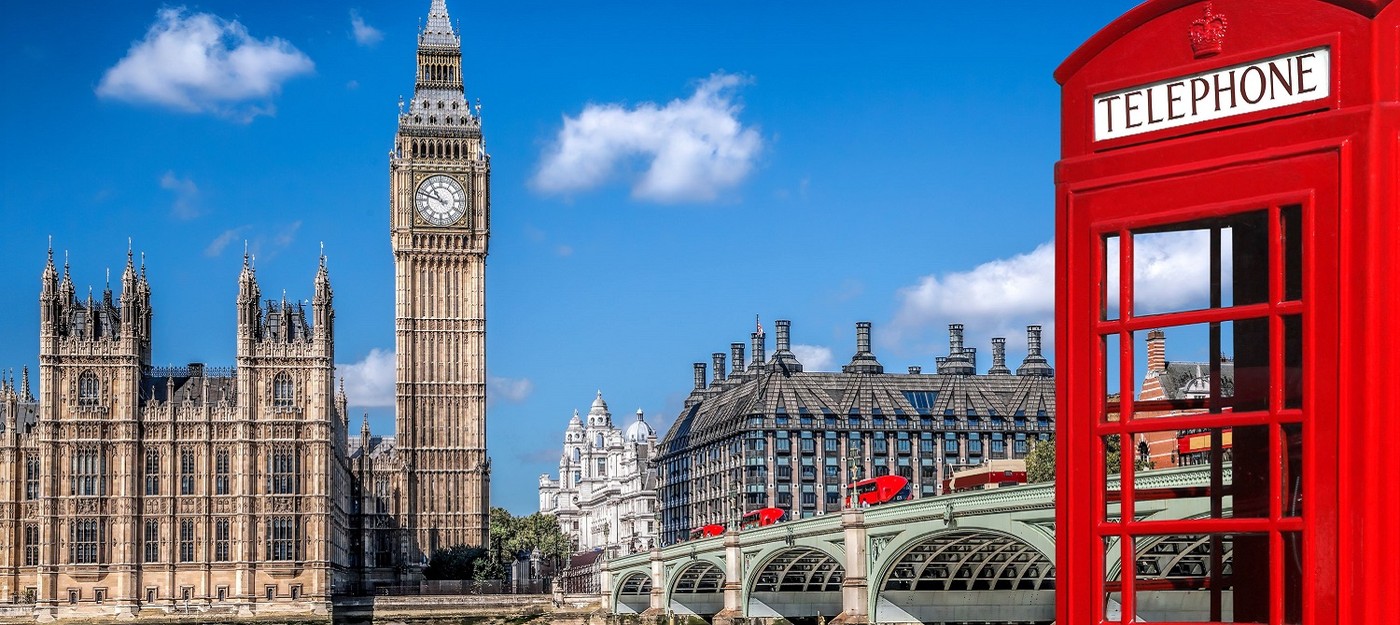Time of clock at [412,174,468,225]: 10:47
